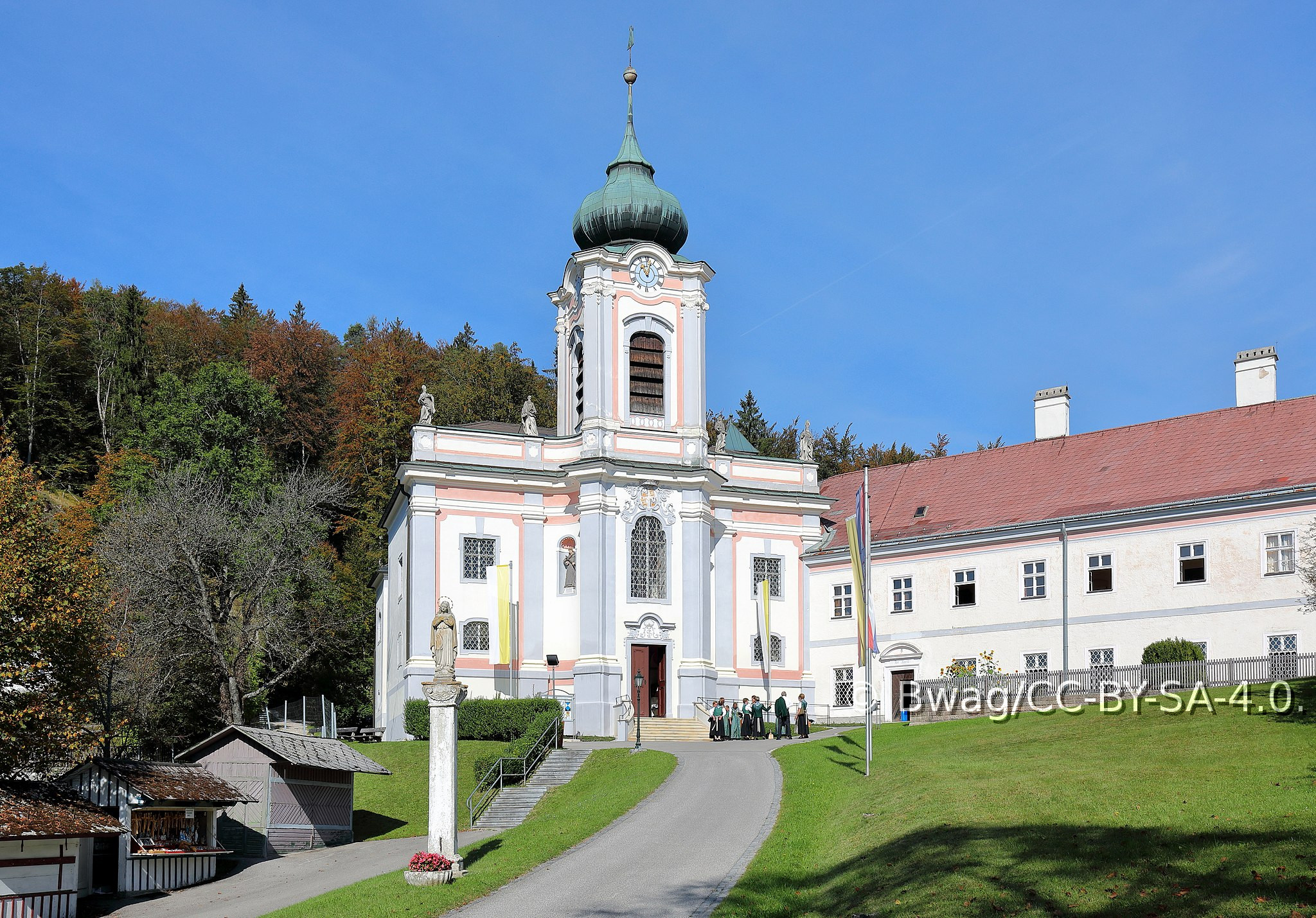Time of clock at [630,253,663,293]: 11:02
